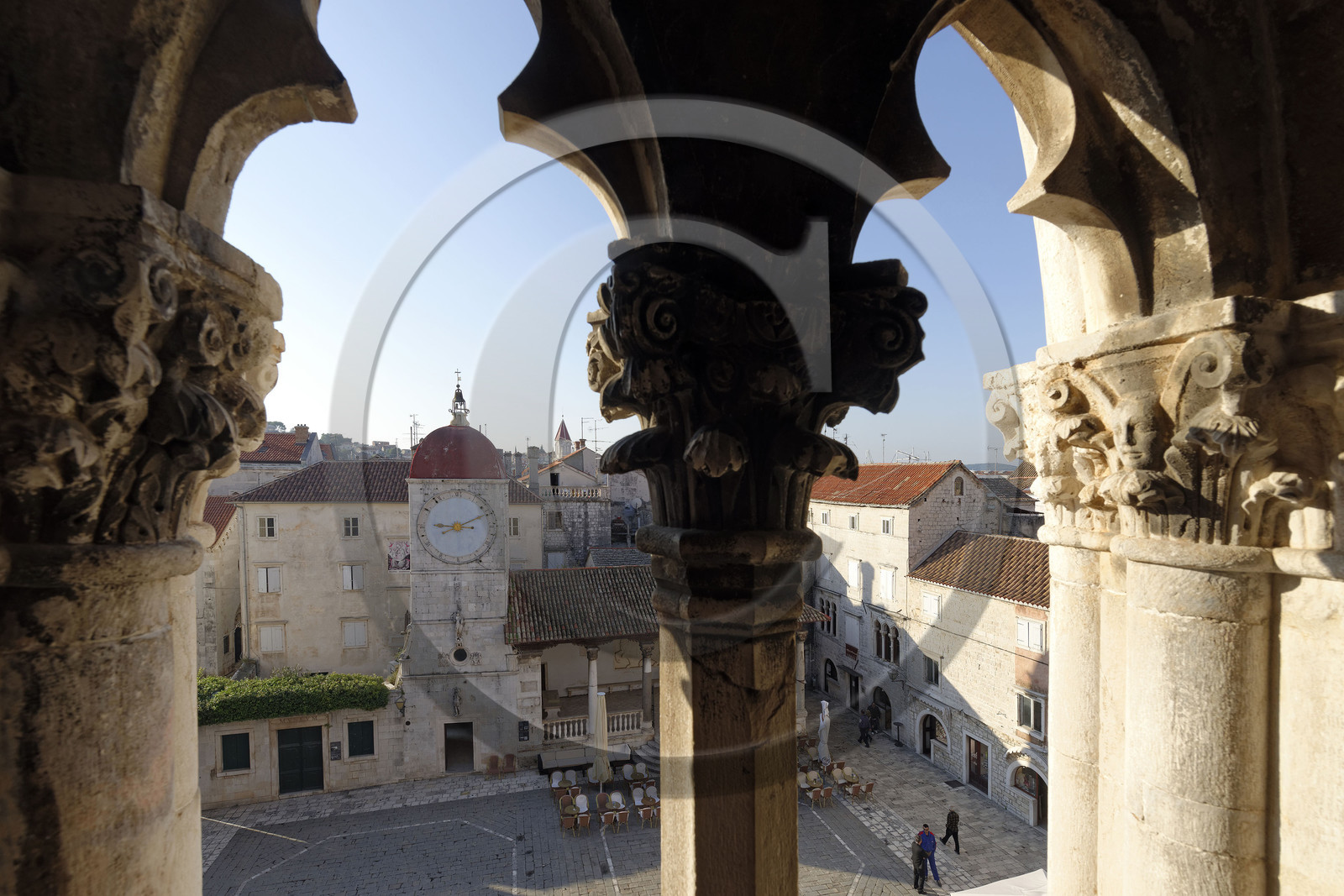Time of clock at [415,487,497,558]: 9:11
